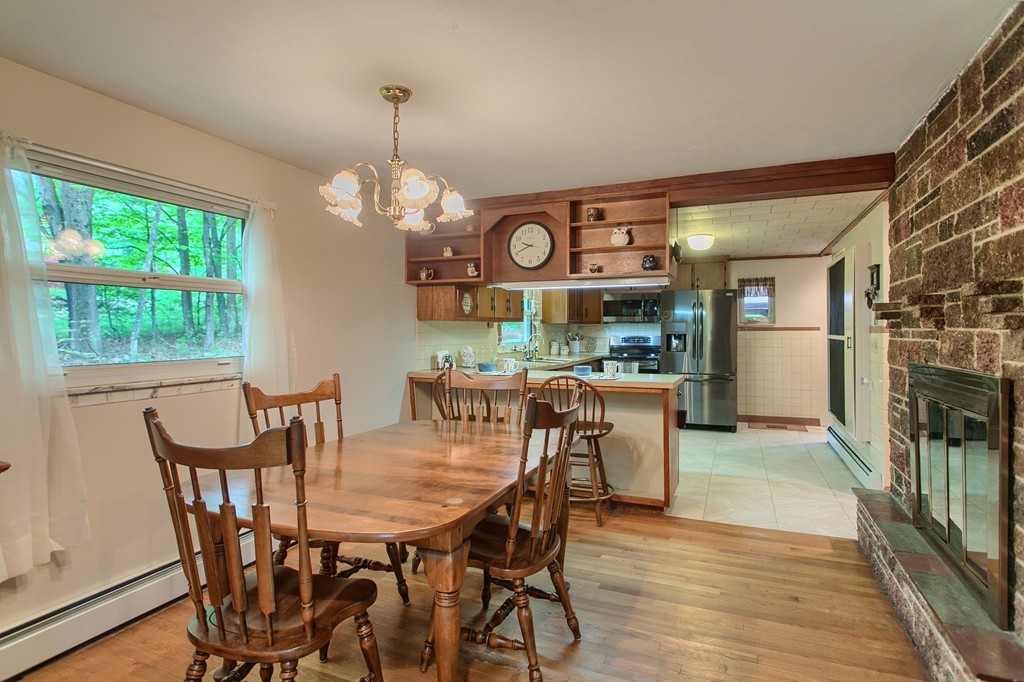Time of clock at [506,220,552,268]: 9:40
